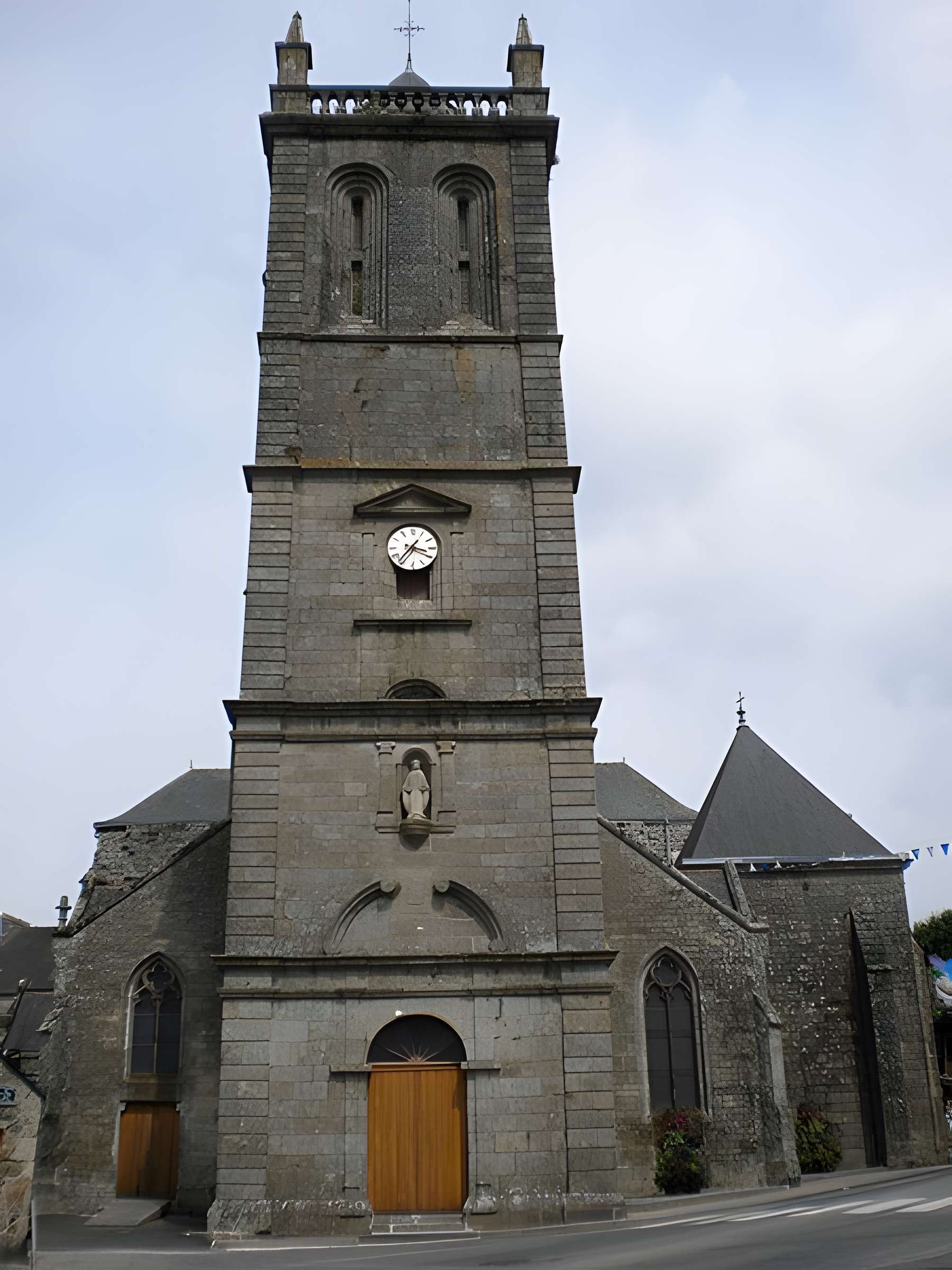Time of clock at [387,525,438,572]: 3:36
